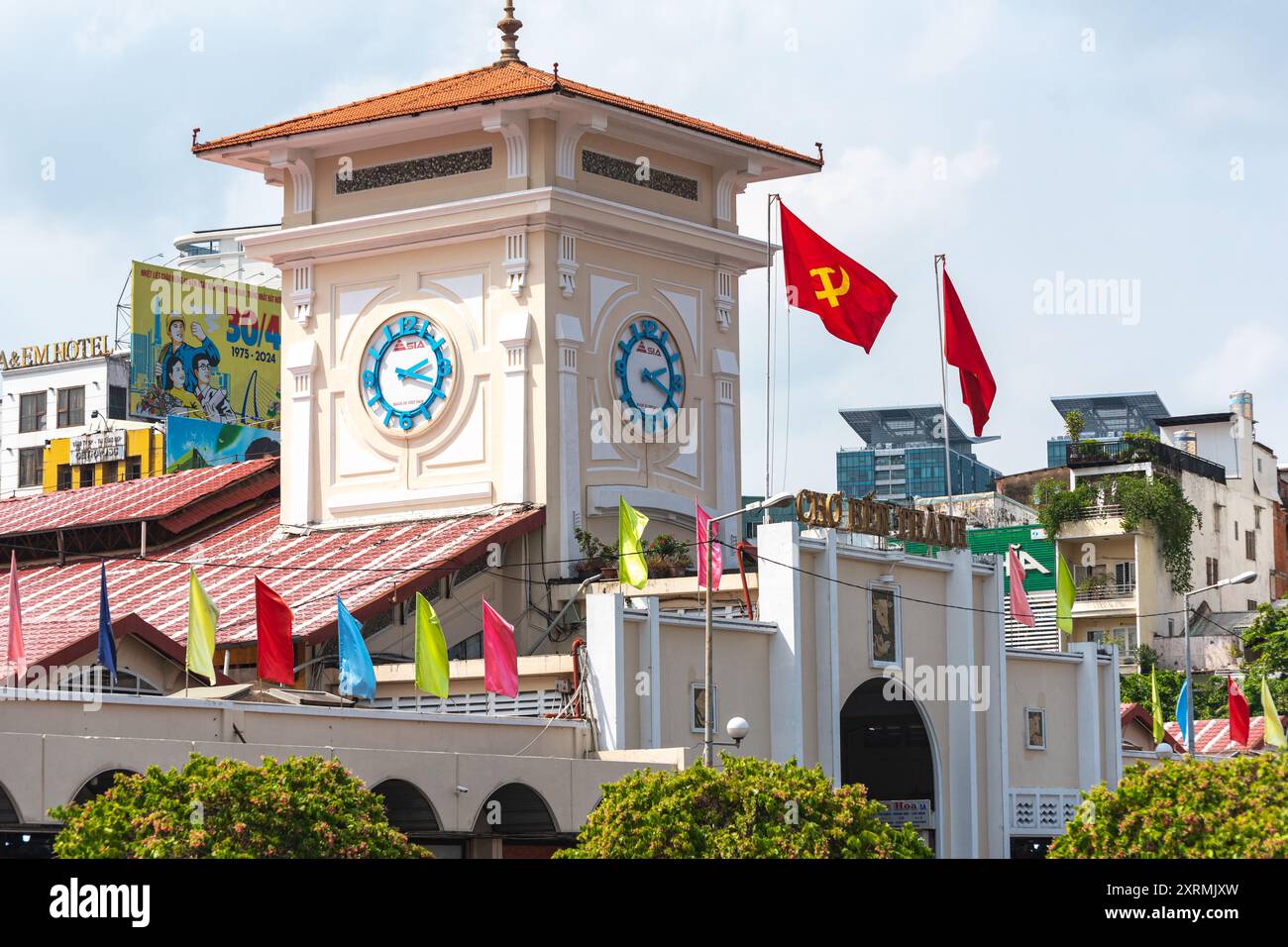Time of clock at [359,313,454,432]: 2:18
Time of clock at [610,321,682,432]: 2:18
